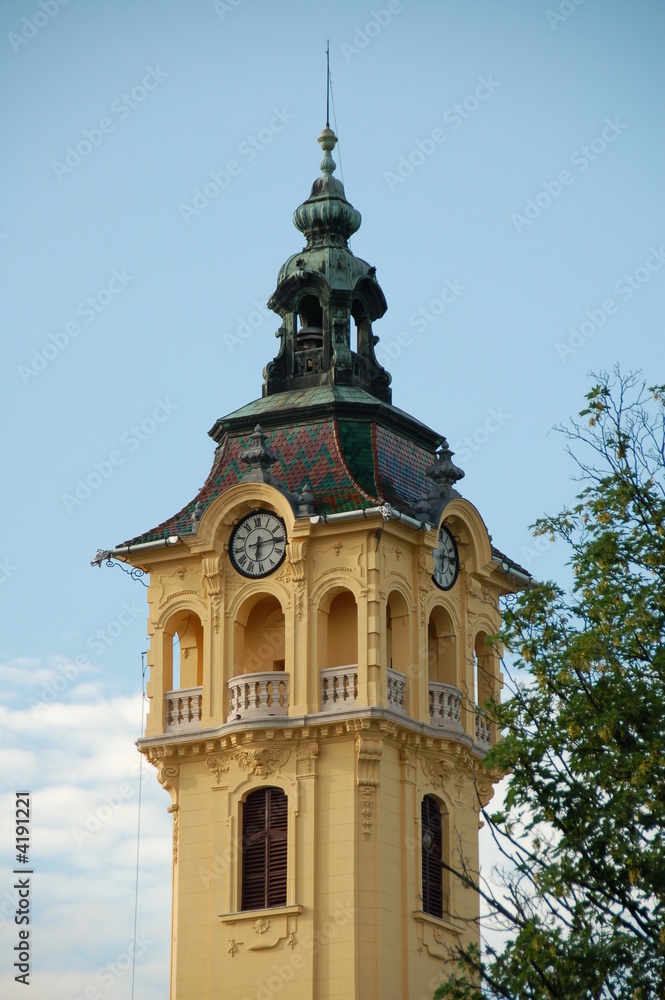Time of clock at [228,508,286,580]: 6:14
